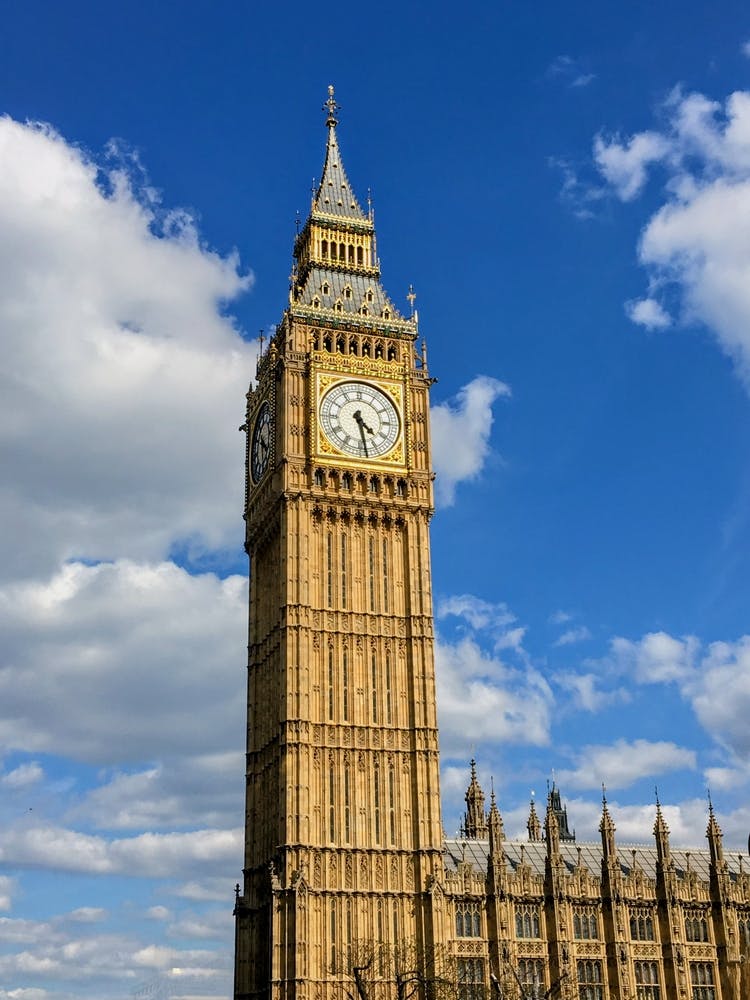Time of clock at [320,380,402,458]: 4:28
